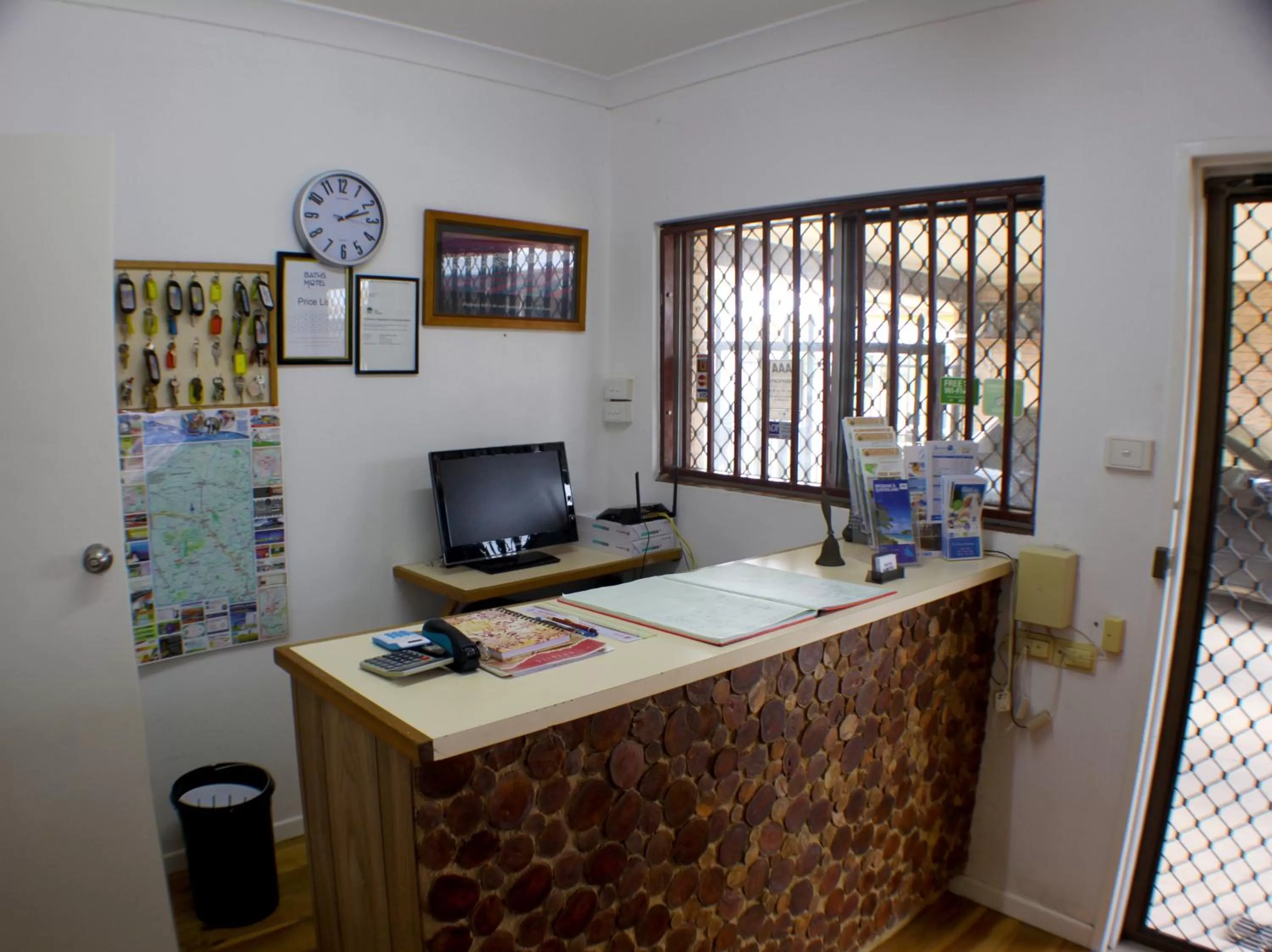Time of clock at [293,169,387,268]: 2:12
